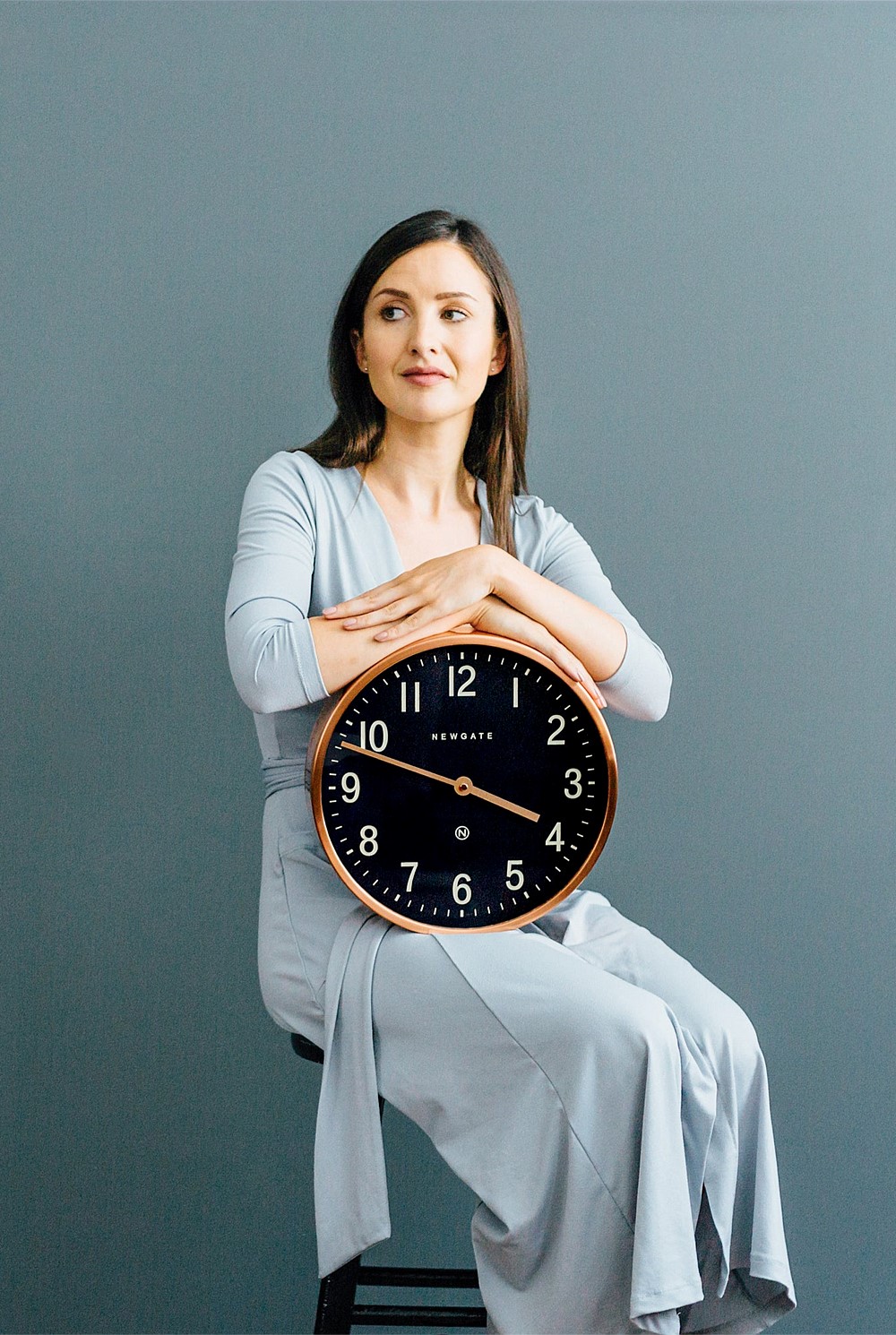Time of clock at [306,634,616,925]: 3:48
